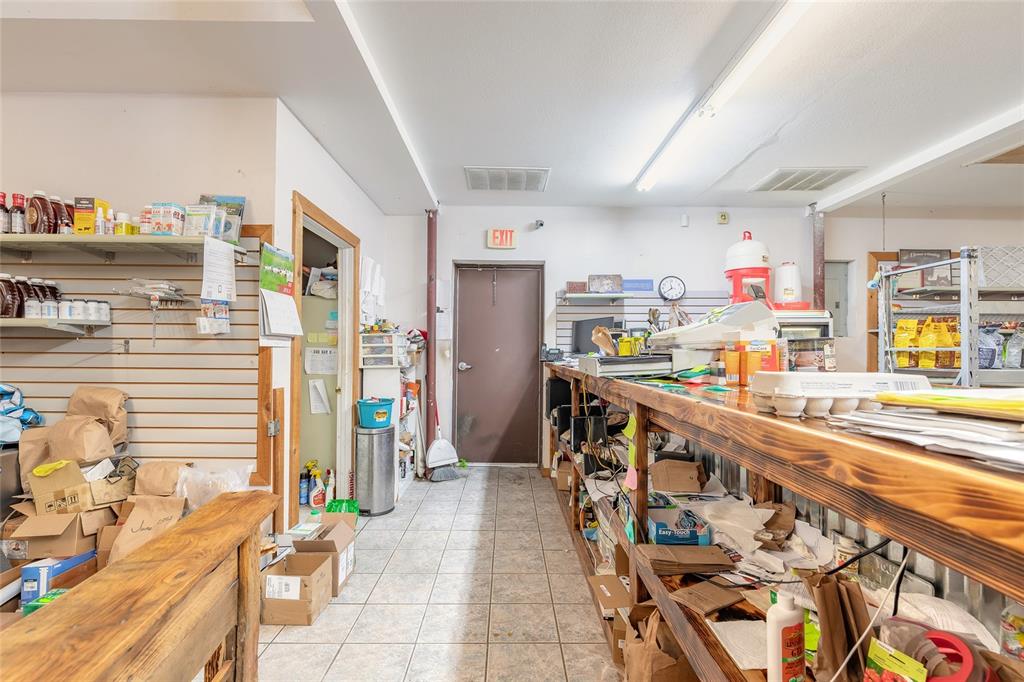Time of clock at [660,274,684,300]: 11:39
